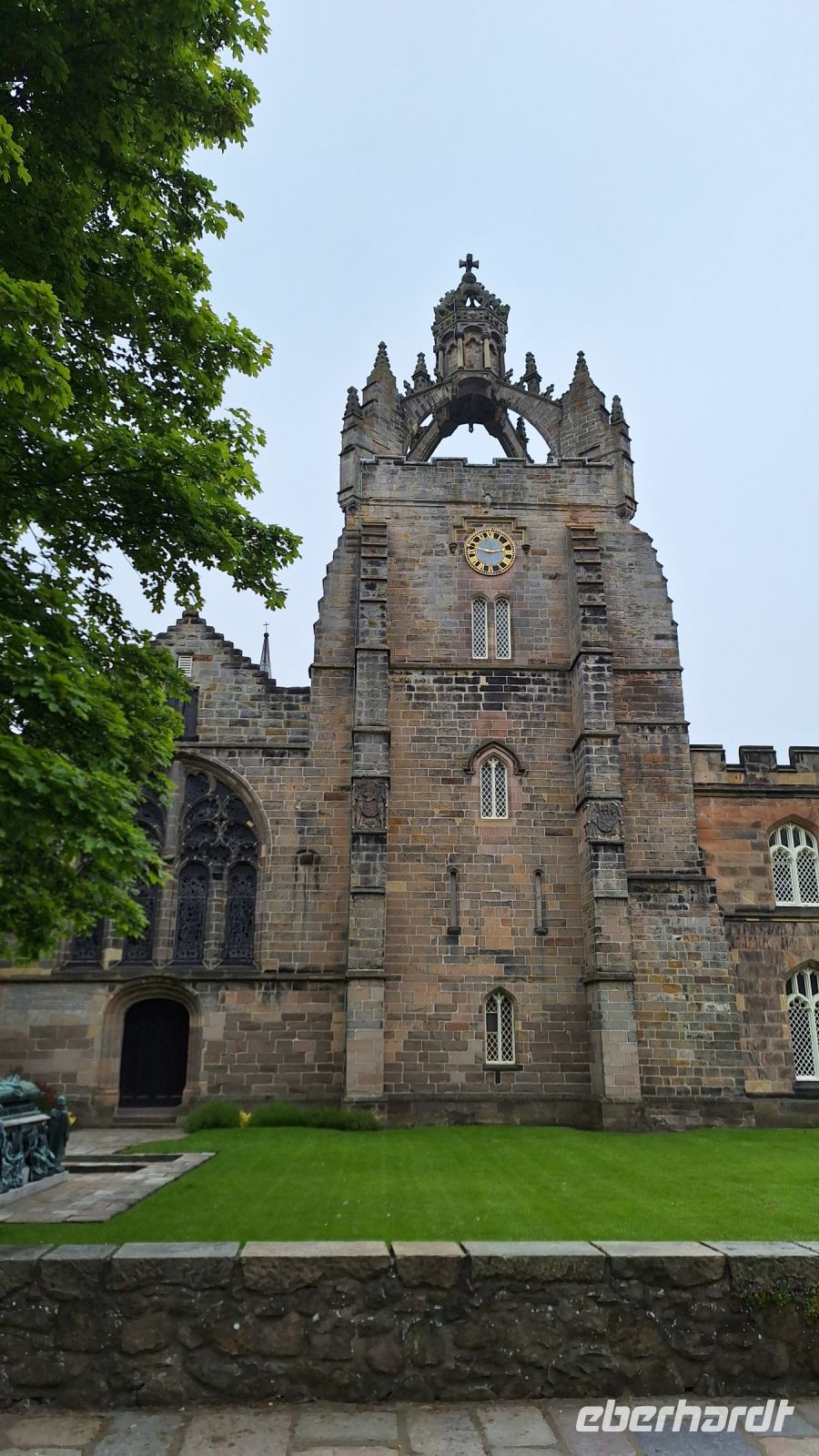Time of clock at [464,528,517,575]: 2:46
